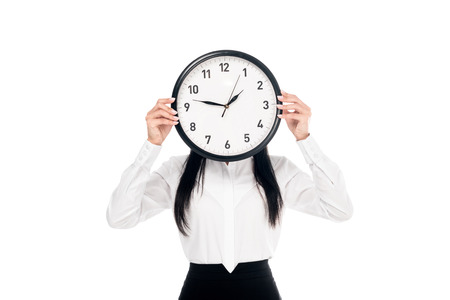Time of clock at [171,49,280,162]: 1:46
